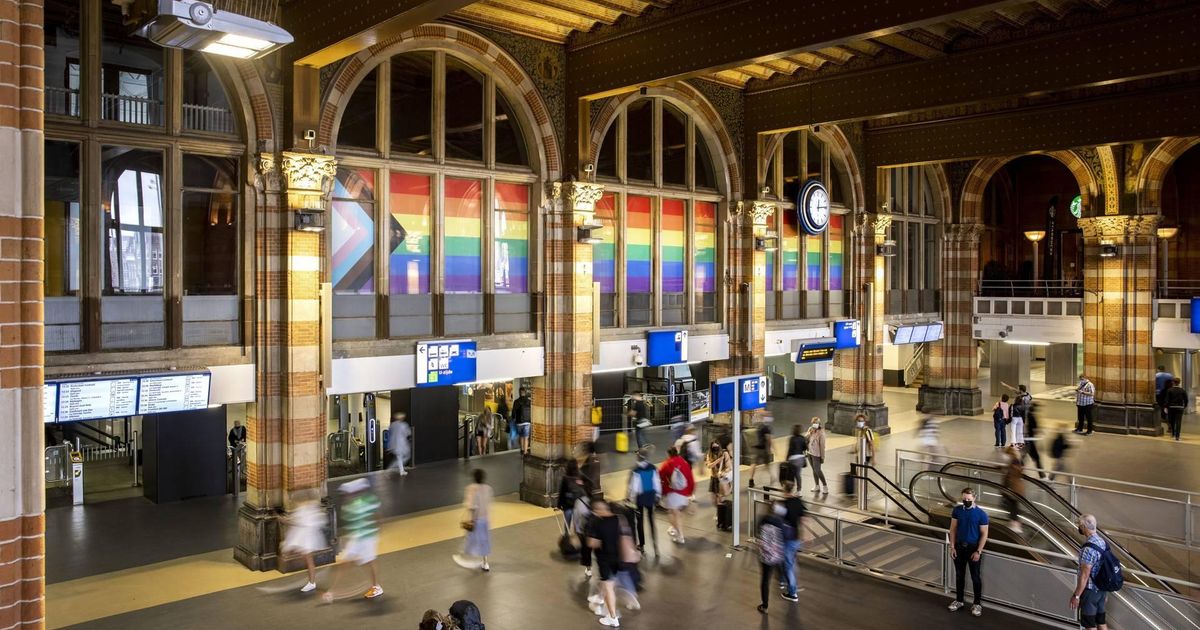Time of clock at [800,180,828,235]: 12:14
